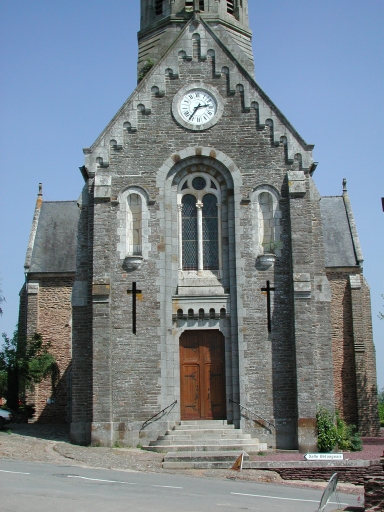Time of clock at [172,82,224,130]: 2:35
